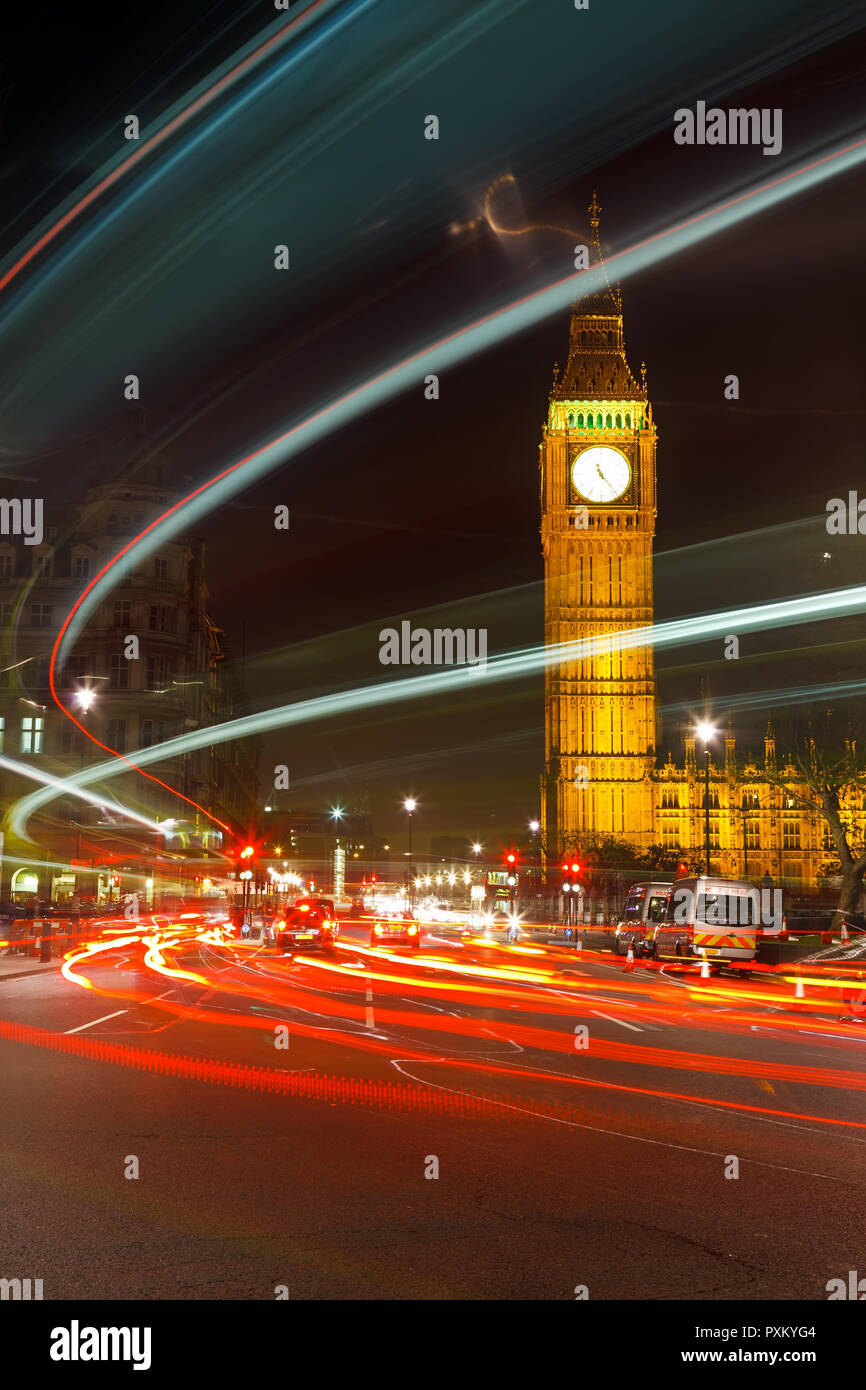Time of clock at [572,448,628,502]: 11:23
